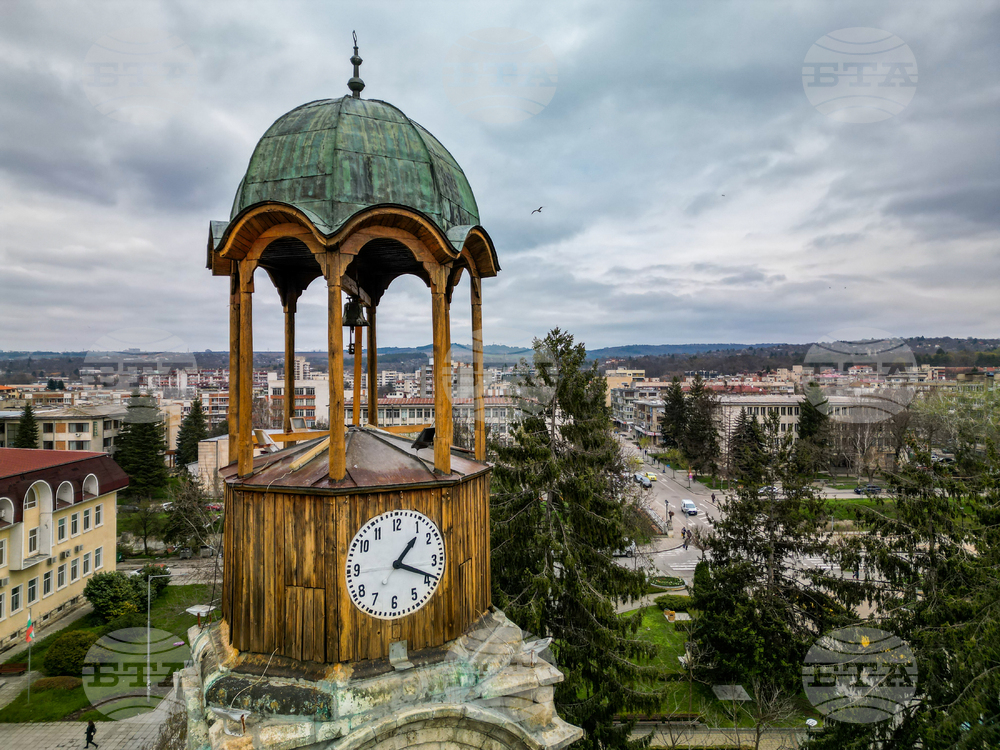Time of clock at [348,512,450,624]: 1:18
